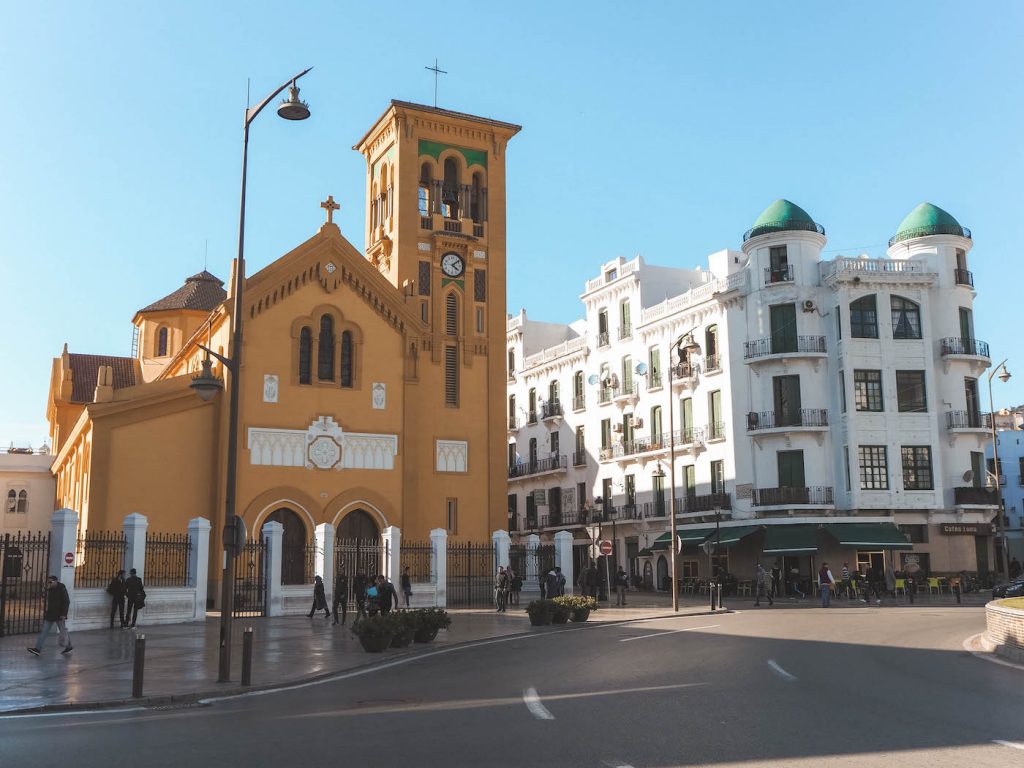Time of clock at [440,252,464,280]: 4:08
